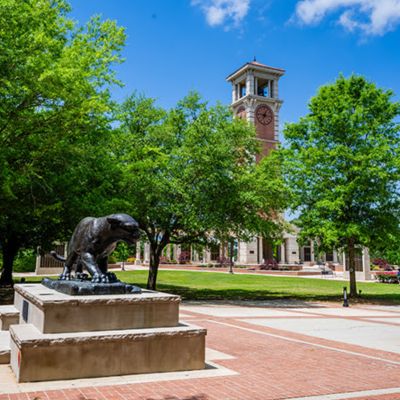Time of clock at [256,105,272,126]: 6:46
